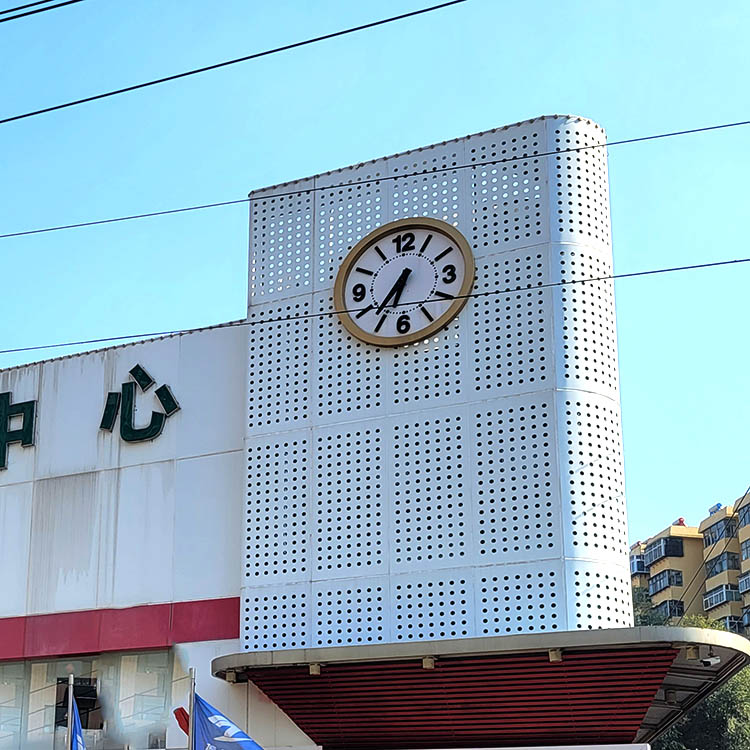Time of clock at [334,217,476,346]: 6:36
